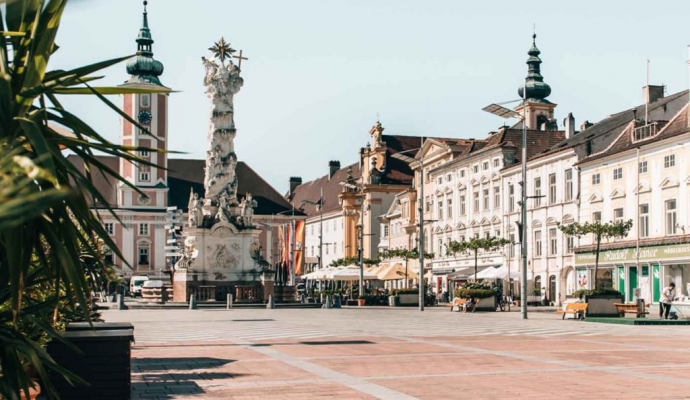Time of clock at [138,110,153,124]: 9:36
